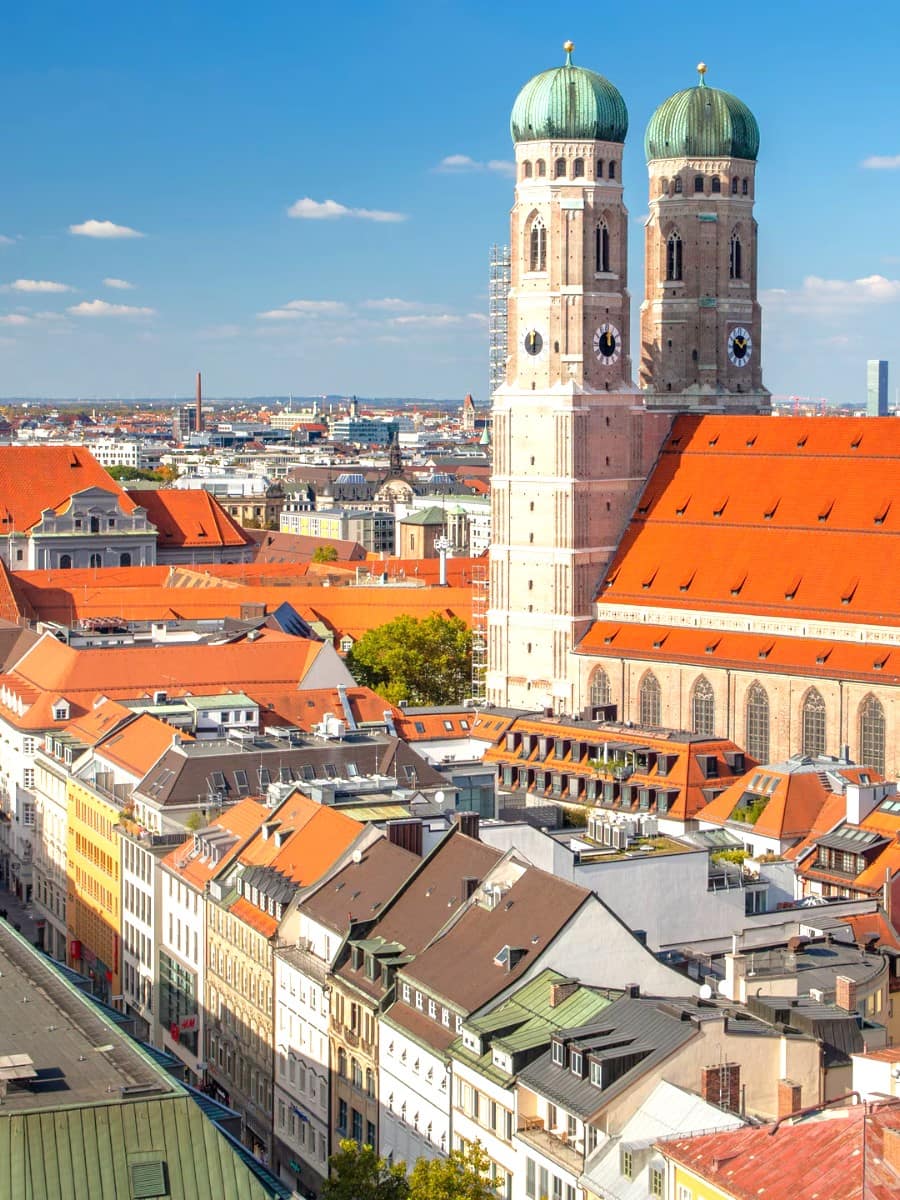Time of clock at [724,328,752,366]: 1:50
